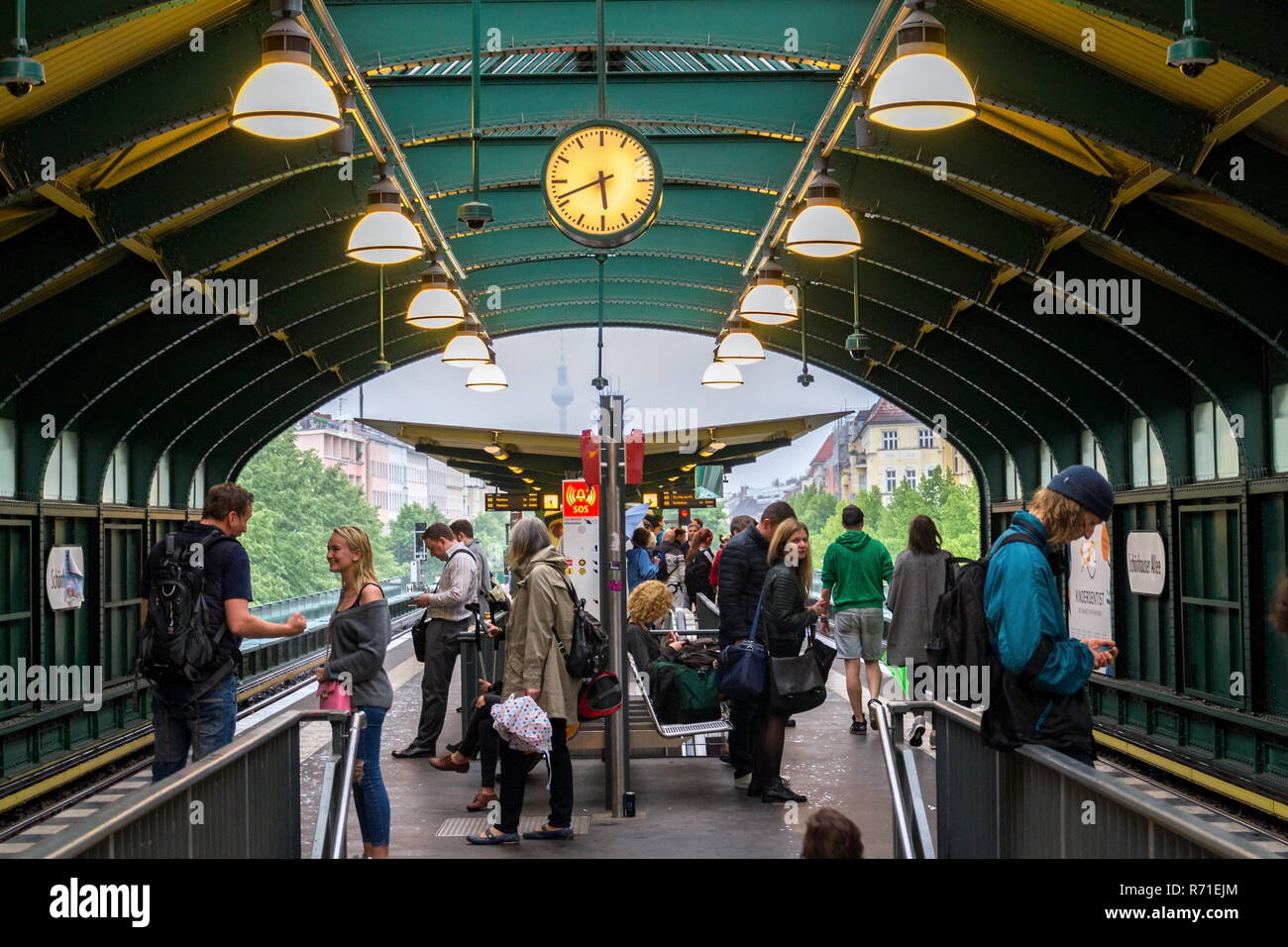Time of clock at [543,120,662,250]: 5:41
